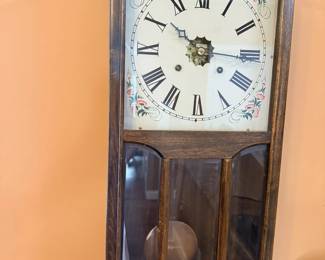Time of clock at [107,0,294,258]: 10:15
